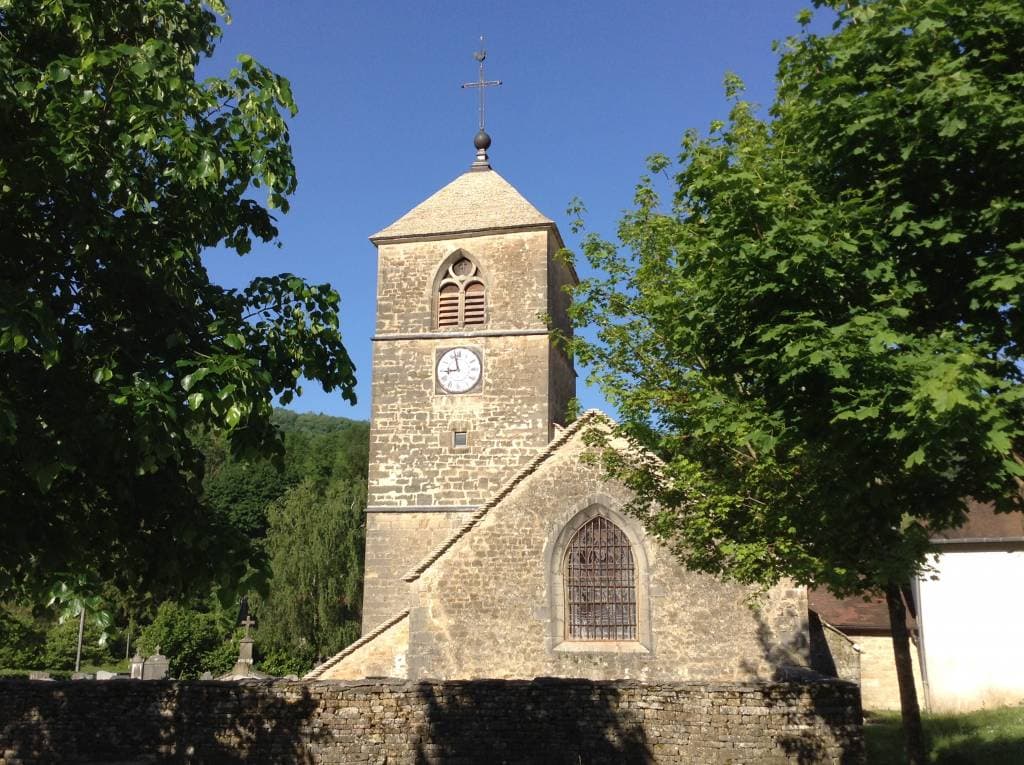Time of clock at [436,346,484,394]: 8:57
